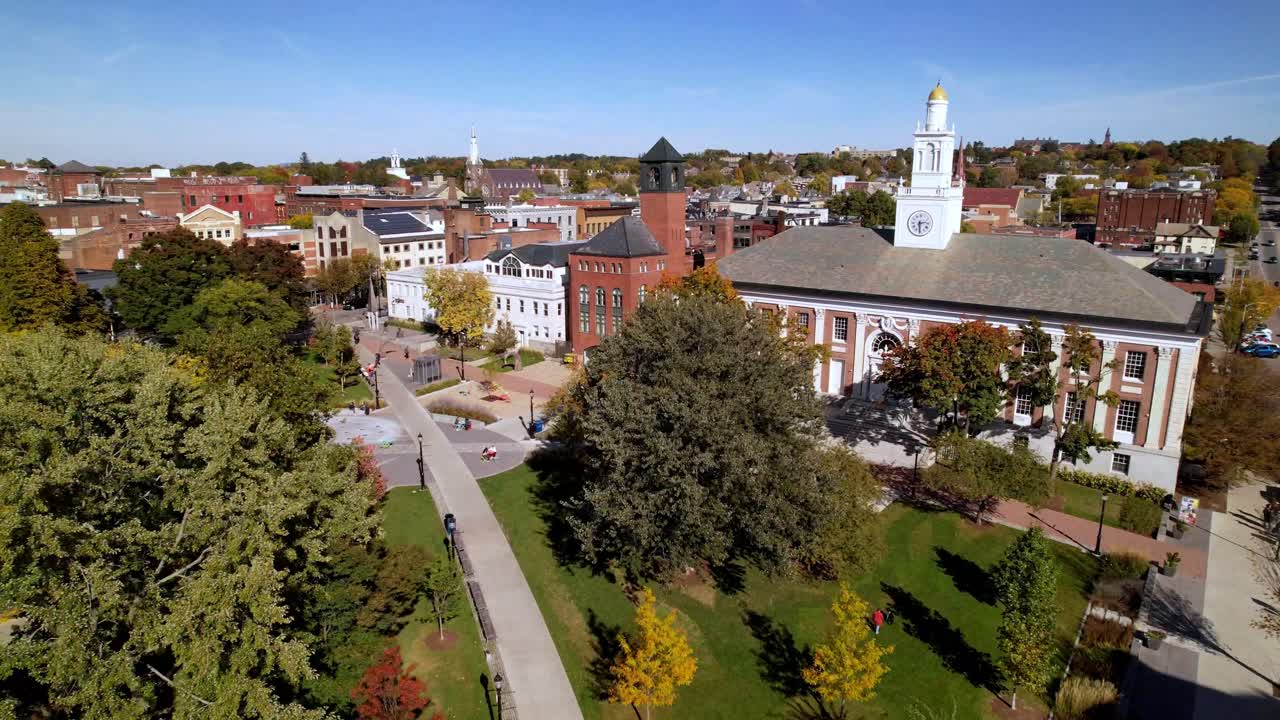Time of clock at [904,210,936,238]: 2:29
